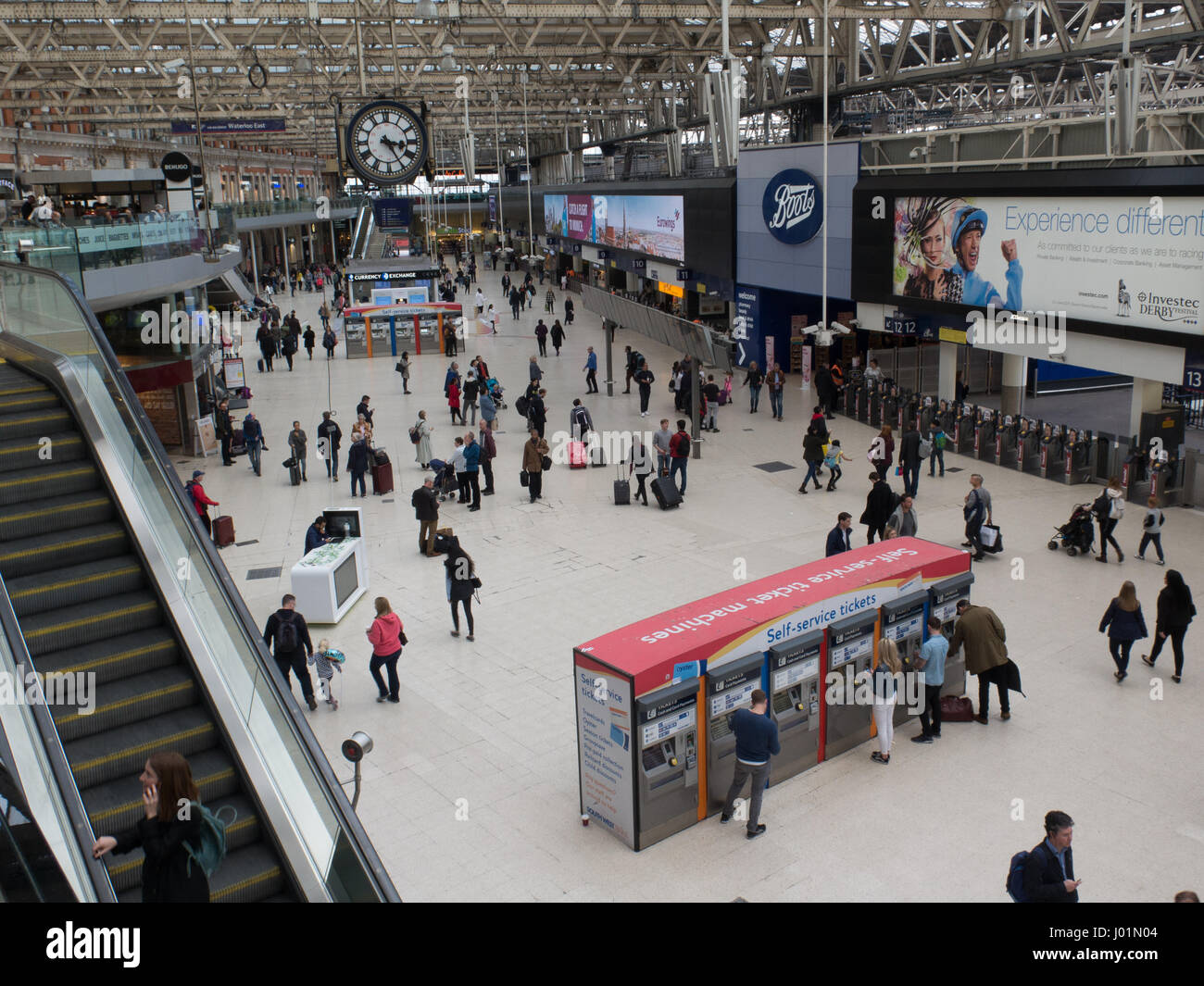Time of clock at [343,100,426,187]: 3:24
